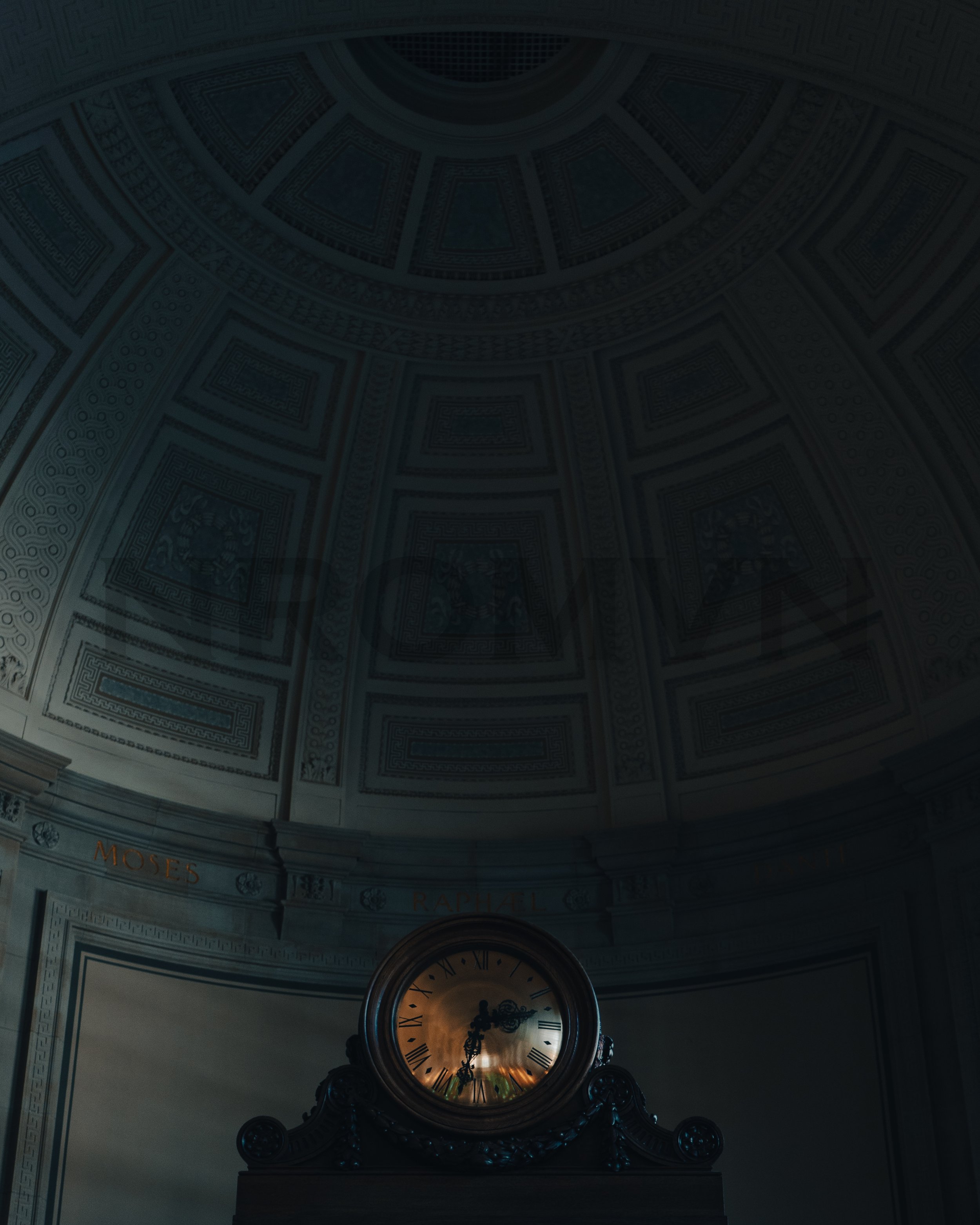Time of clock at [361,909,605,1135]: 2:32
